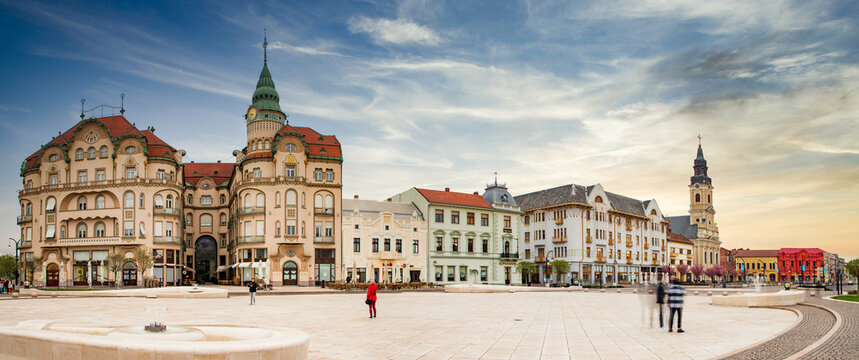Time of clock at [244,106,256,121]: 8:36
